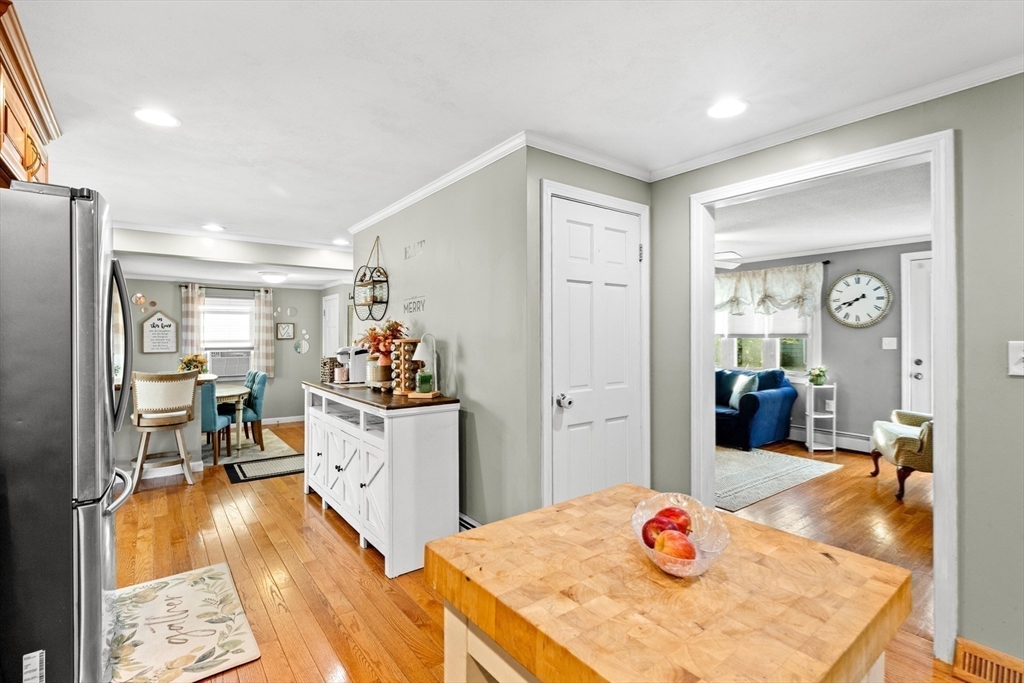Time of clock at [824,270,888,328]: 7:41
